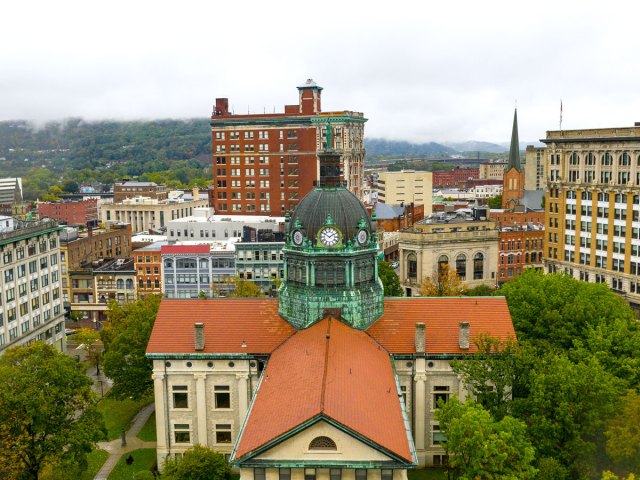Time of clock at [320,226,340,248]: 1:50
